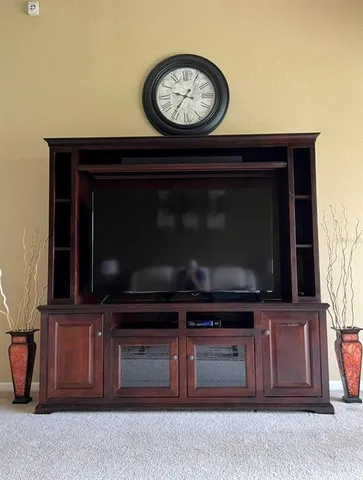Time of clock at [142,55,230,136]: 9:35
